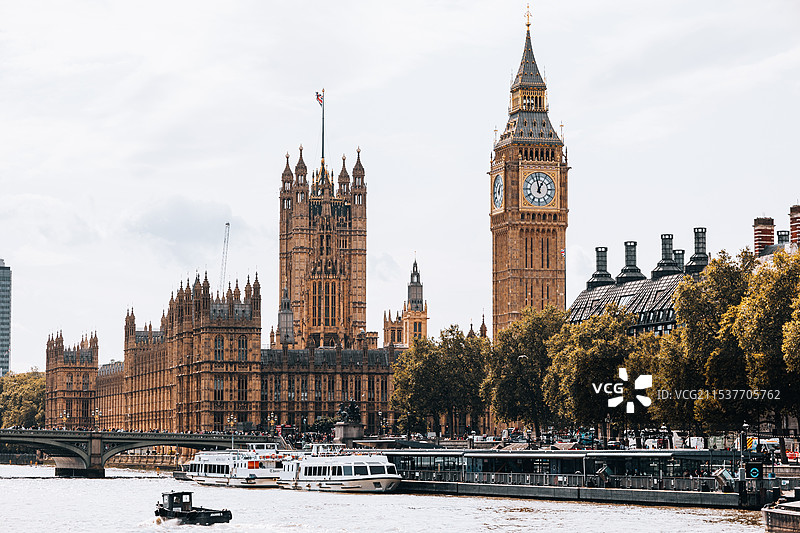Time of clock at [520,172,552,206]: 12:57
